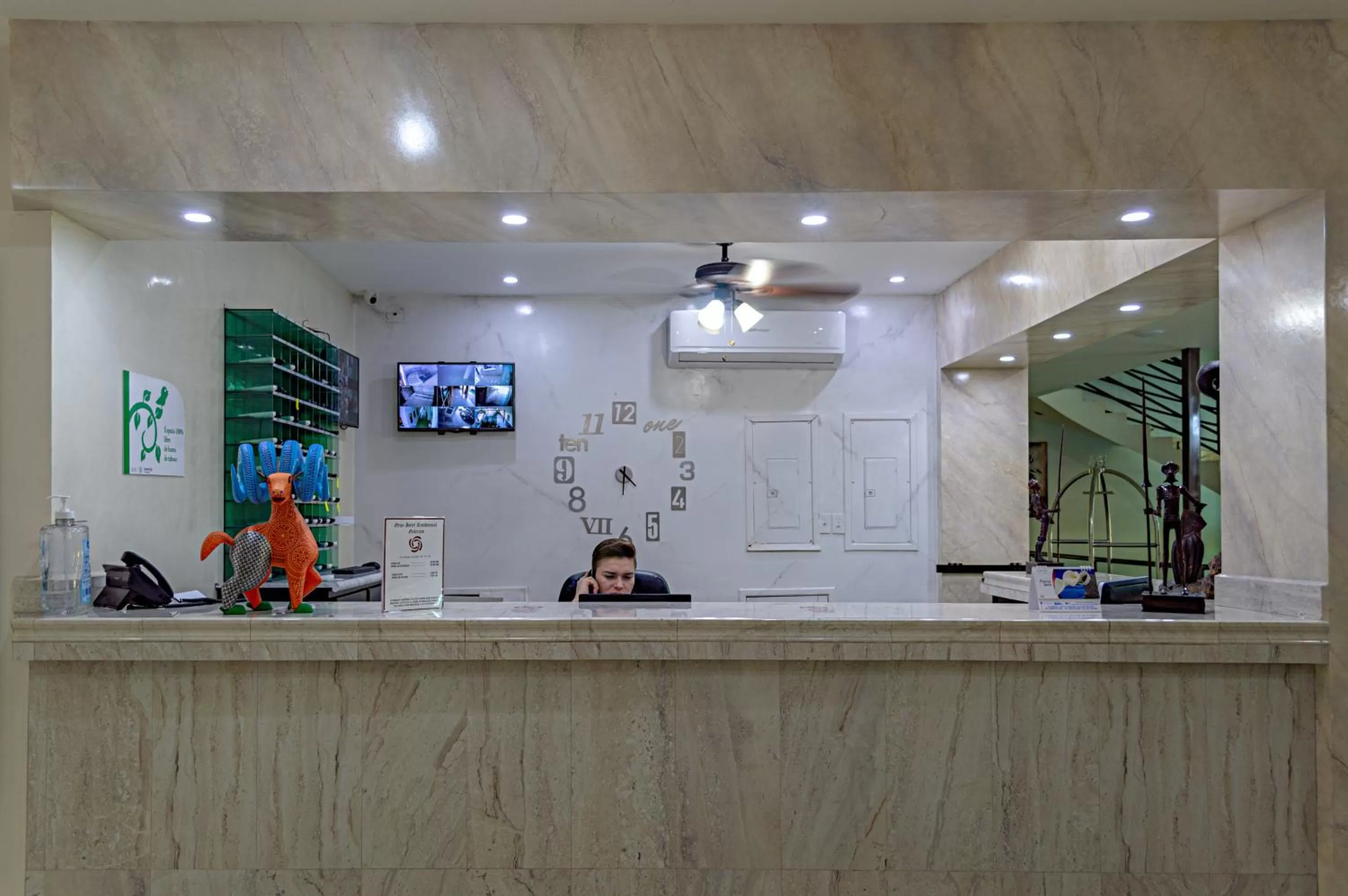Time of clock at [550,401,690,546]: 4:31
